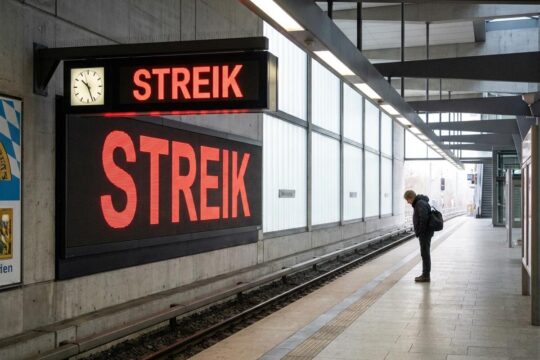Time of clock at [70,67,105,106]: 10:26
